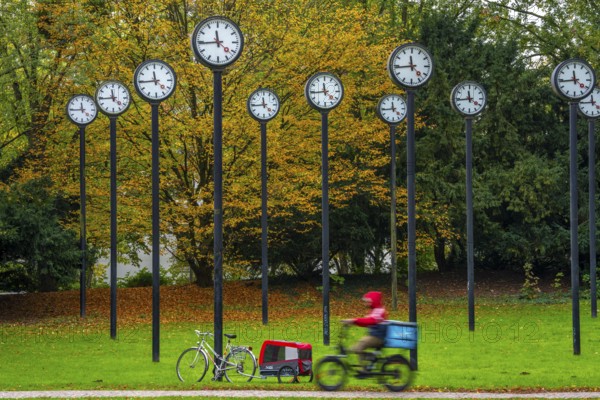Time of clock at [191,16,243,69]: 11:44
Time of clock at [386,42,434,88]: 11:43
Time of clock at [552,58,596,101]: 11:43
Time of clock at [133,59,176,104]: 11:44
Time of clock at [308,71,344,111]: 11:44
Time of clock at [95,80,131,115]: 11:44
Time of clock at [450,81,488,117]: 11:43
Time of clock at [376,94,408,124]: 11:43
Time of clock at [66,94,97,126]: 11:44
